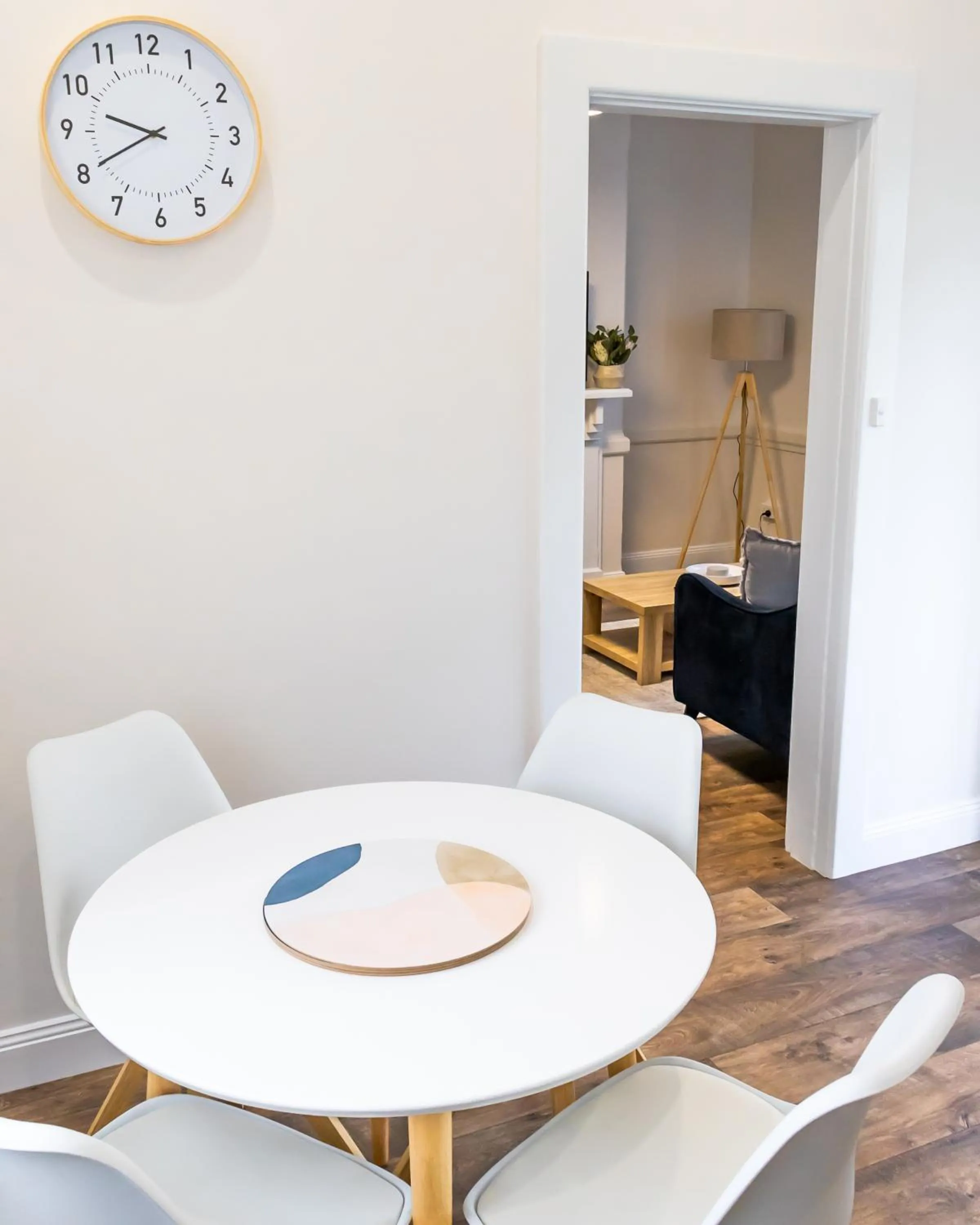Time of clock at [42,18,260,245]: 9:40
